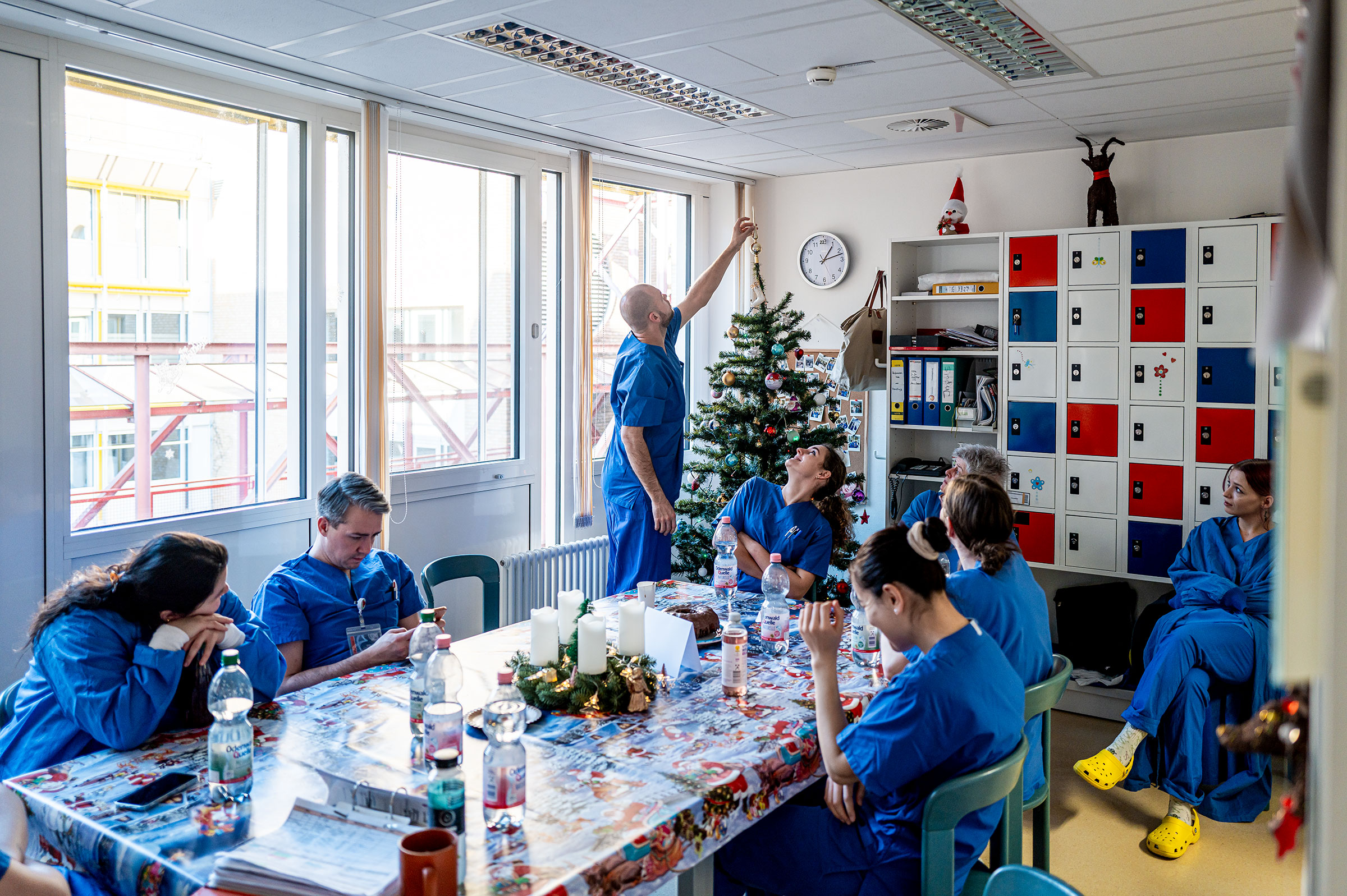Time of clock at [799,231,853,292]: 1:12
